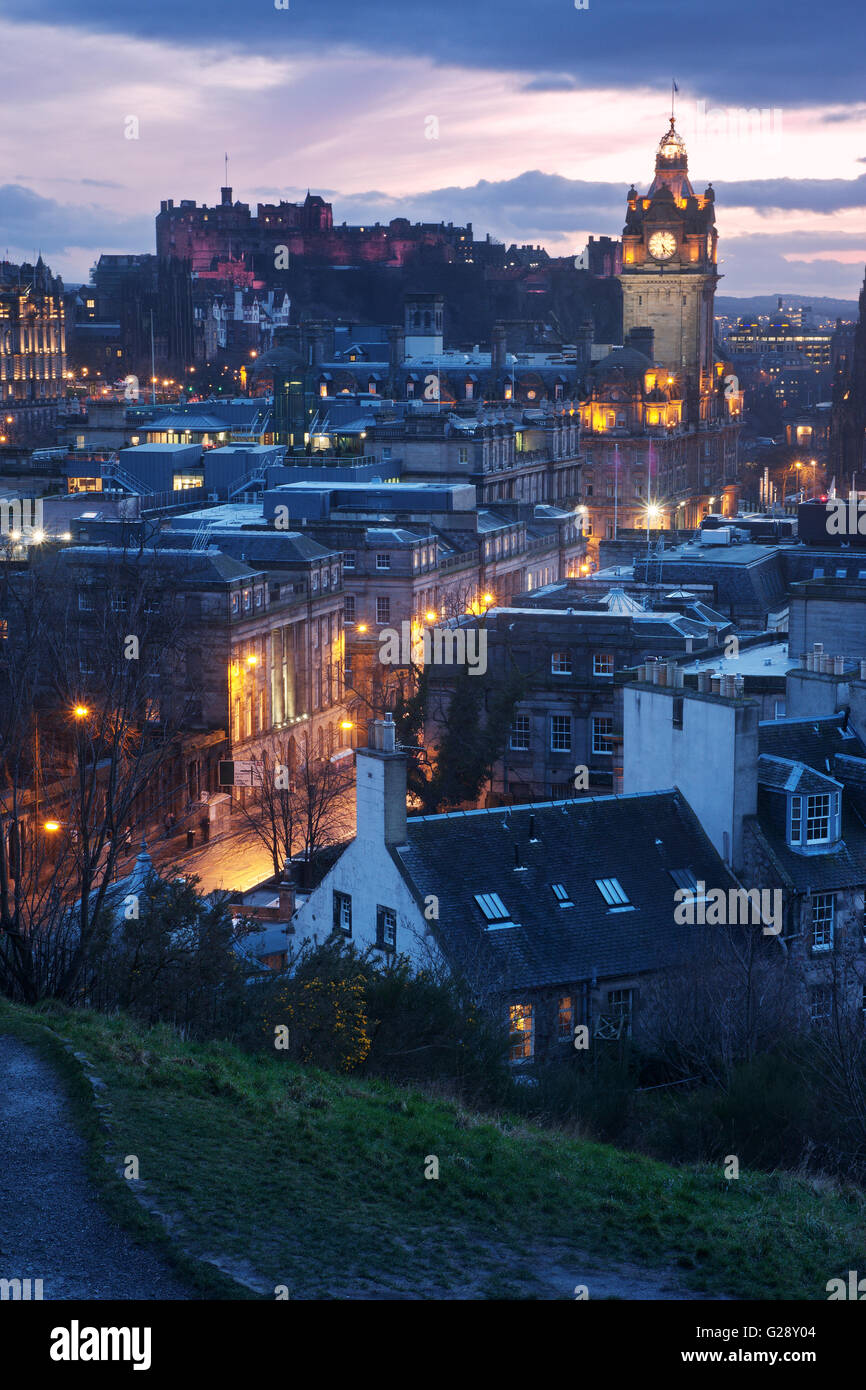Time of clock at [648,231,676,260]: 5:22
